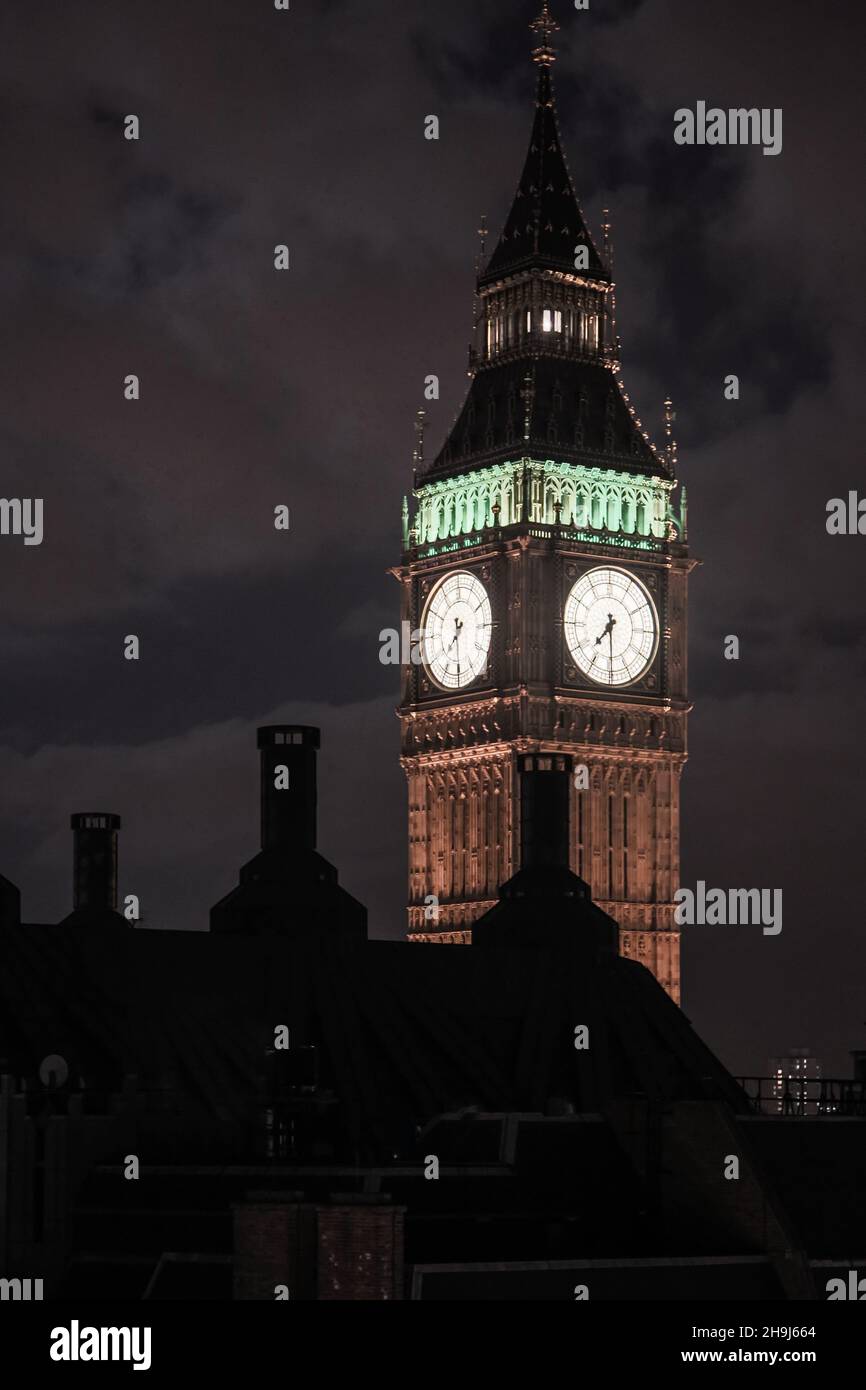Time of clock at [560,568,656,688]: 7:29
